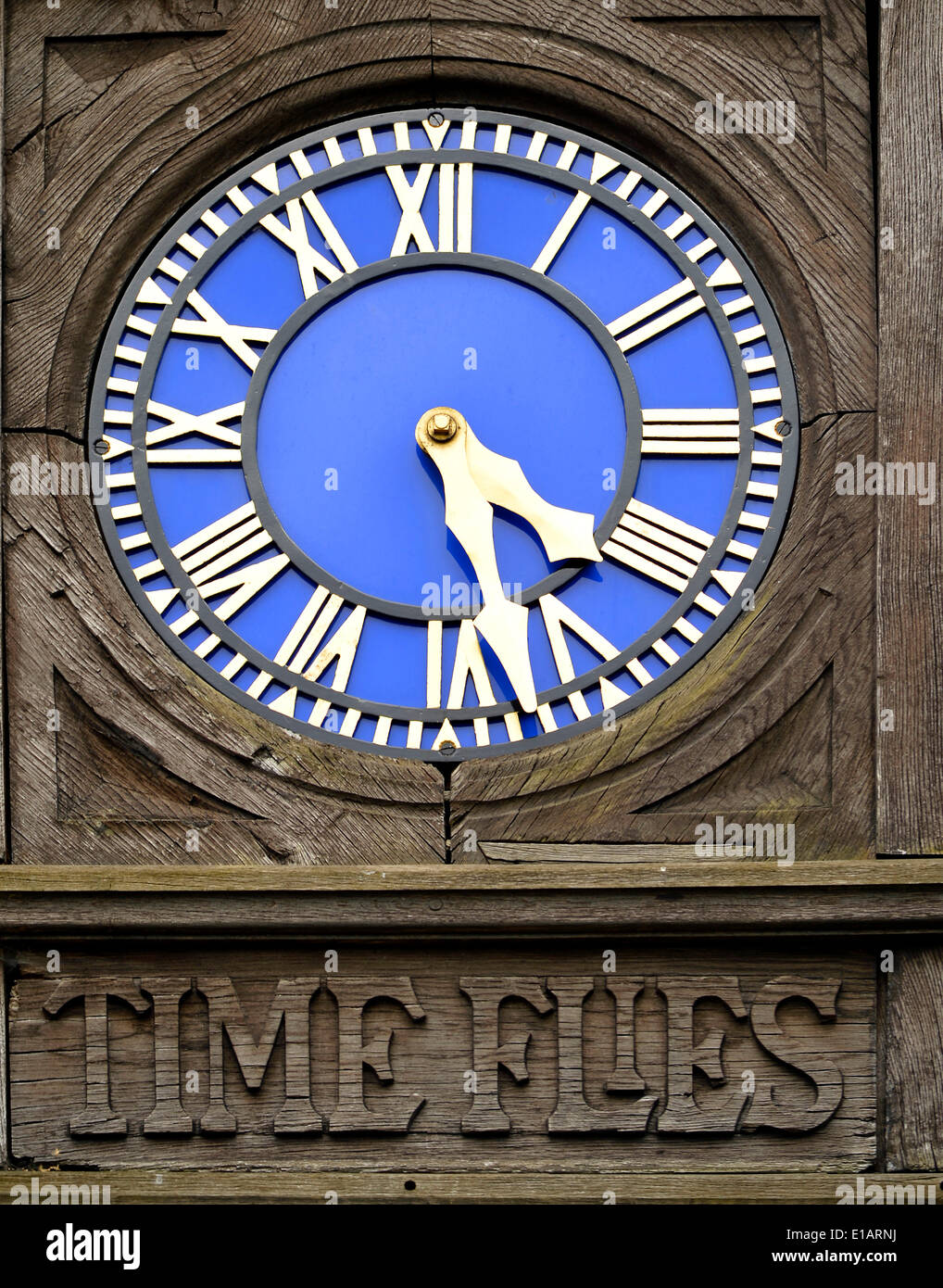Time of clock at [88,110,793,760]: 4:27
